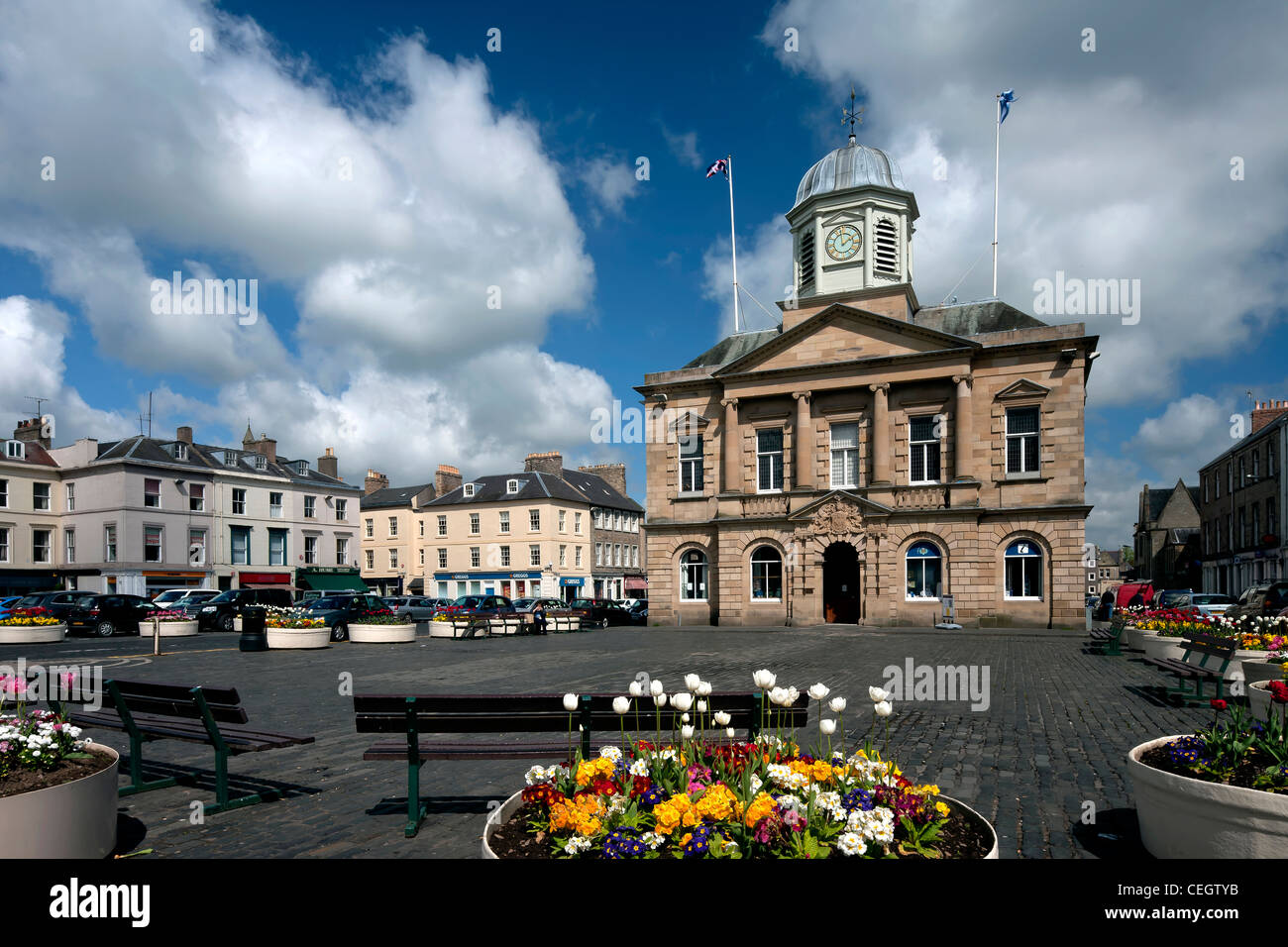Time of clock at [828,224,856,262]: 1:59
